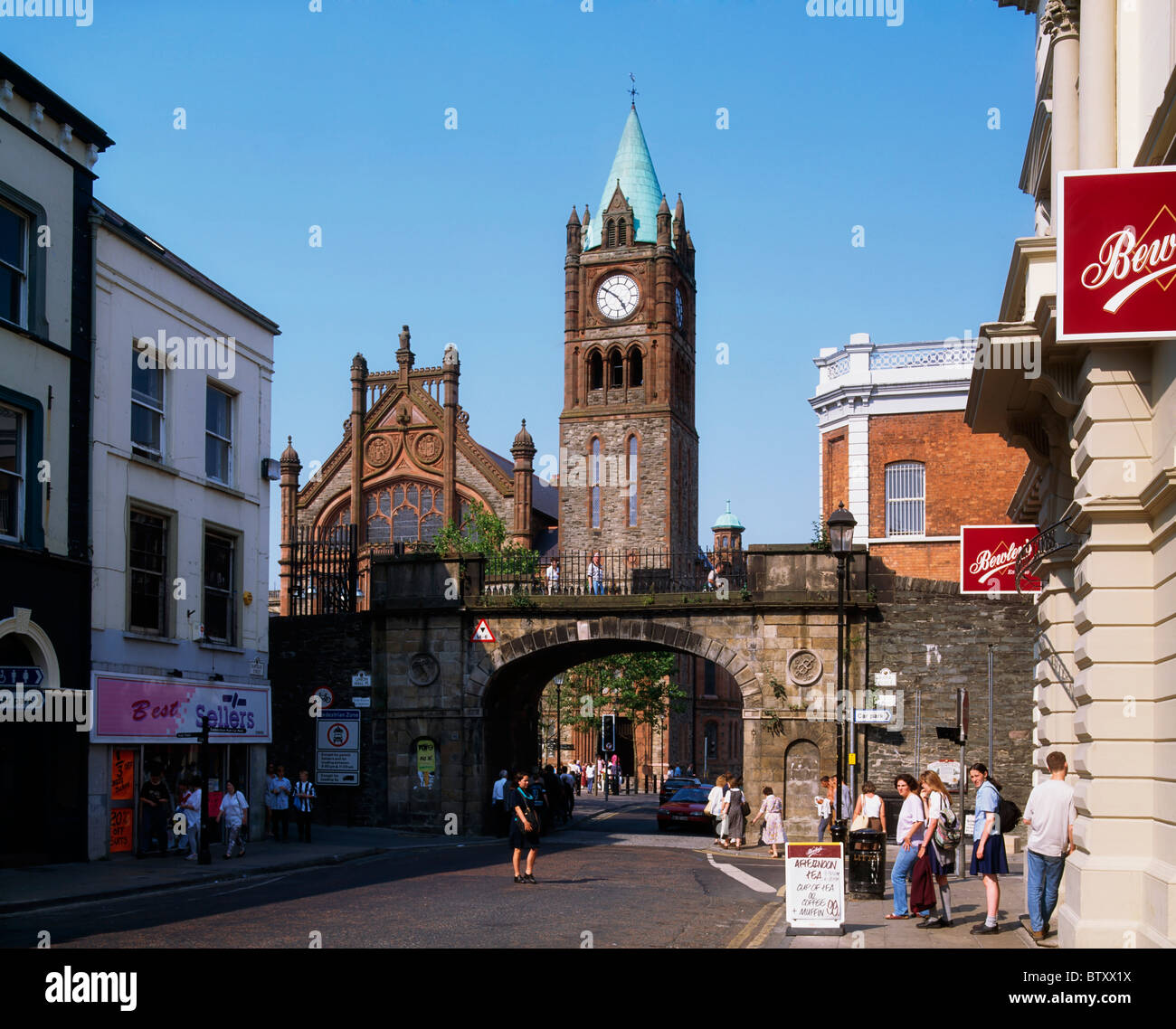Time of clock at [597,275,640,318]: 4:50
